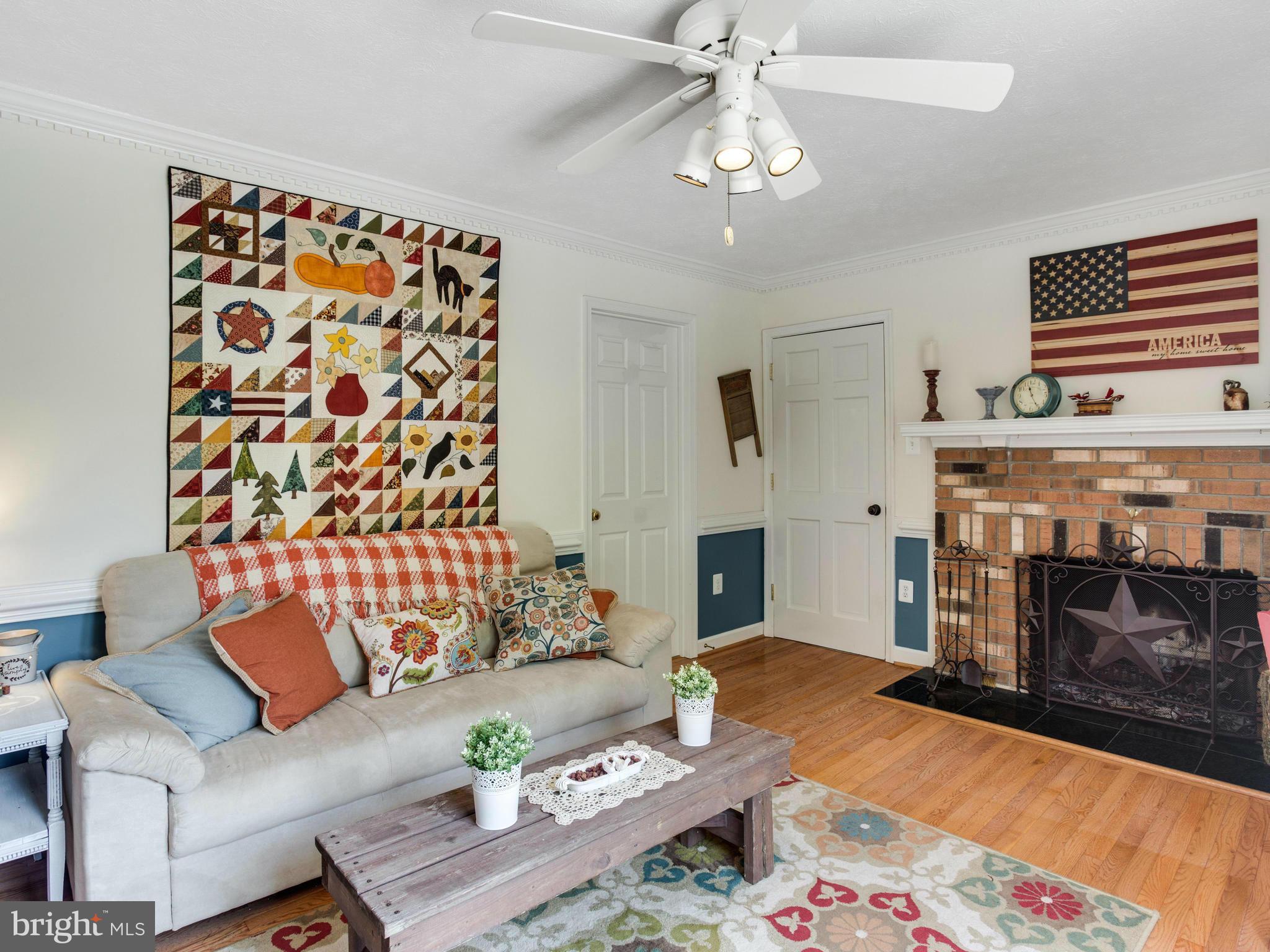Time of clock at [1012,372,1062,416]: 11:25
